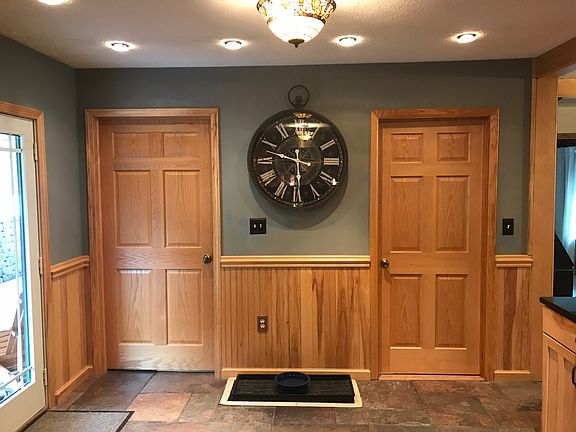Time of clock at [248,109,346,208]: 5:48
